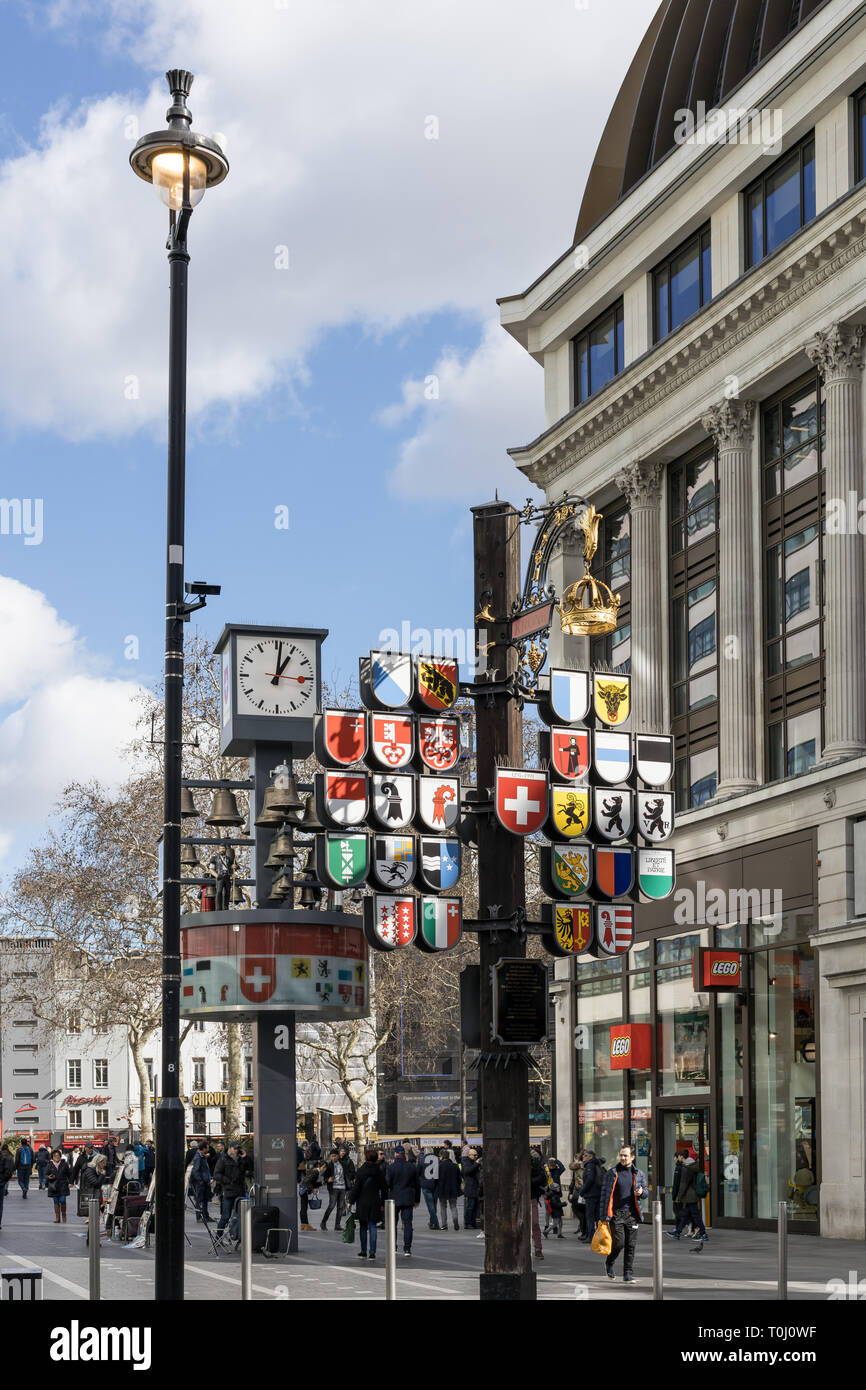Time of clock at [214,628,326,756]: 1:01
